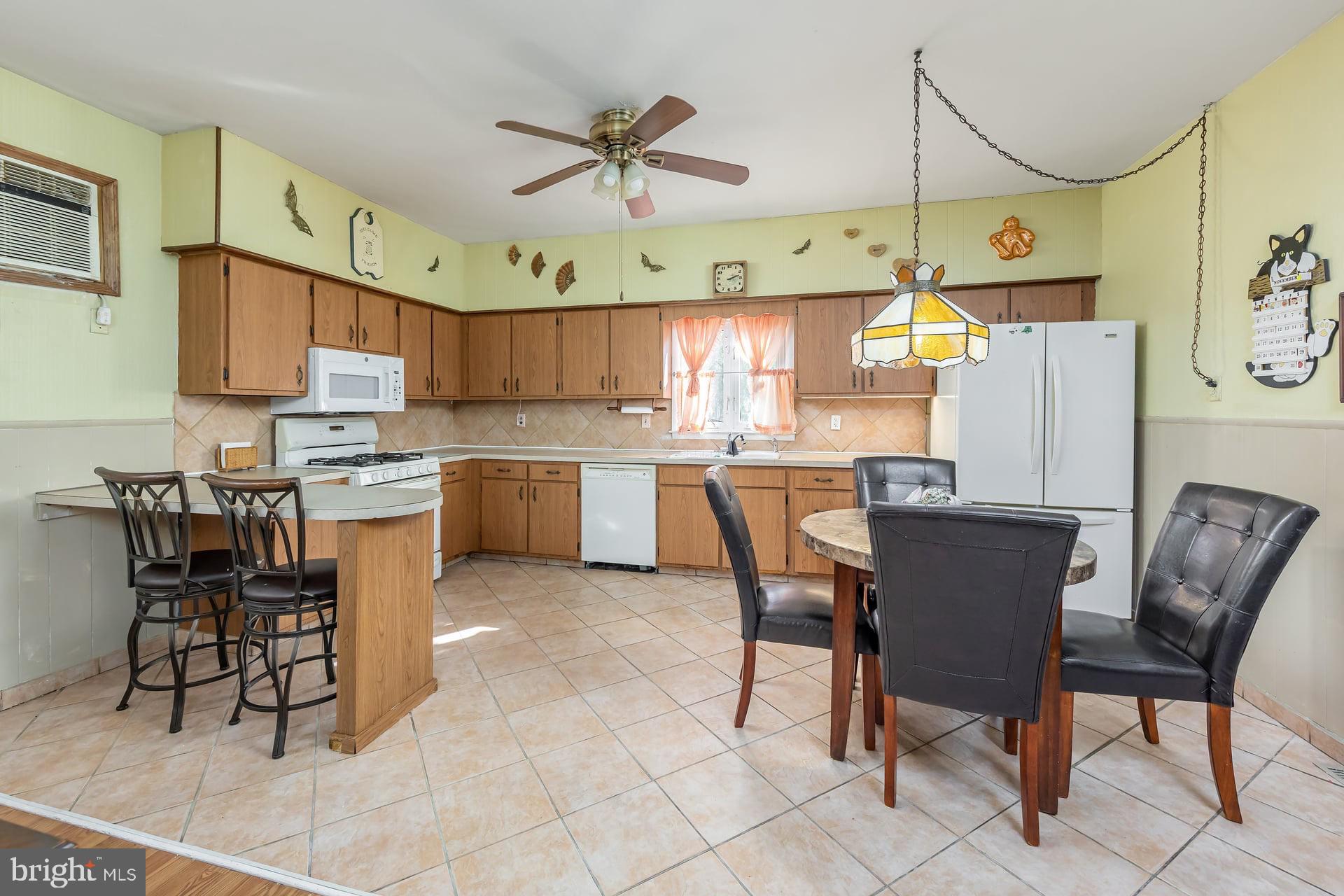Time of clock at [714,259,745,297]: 2:12
